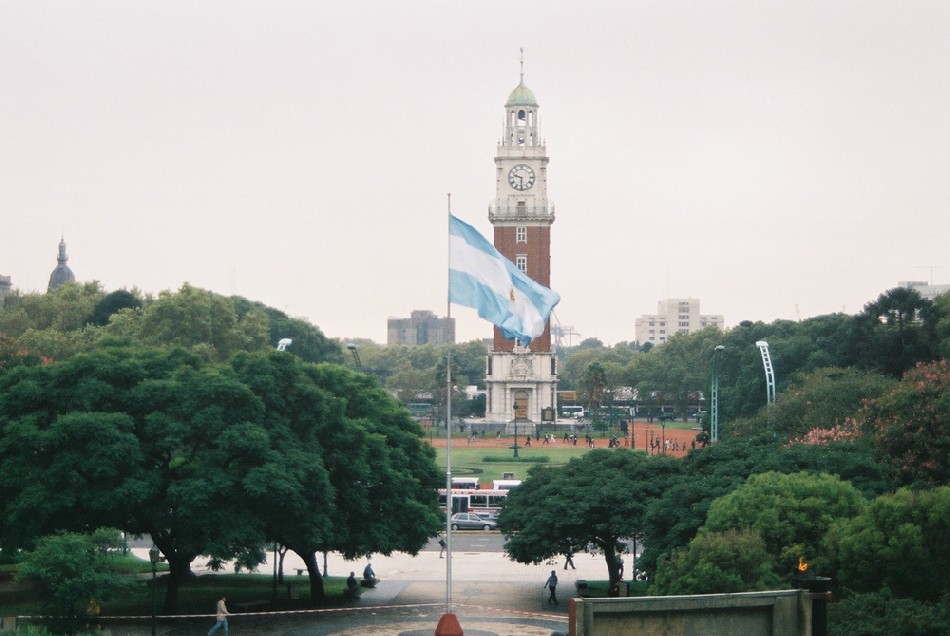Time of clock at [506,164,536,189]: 9:30
